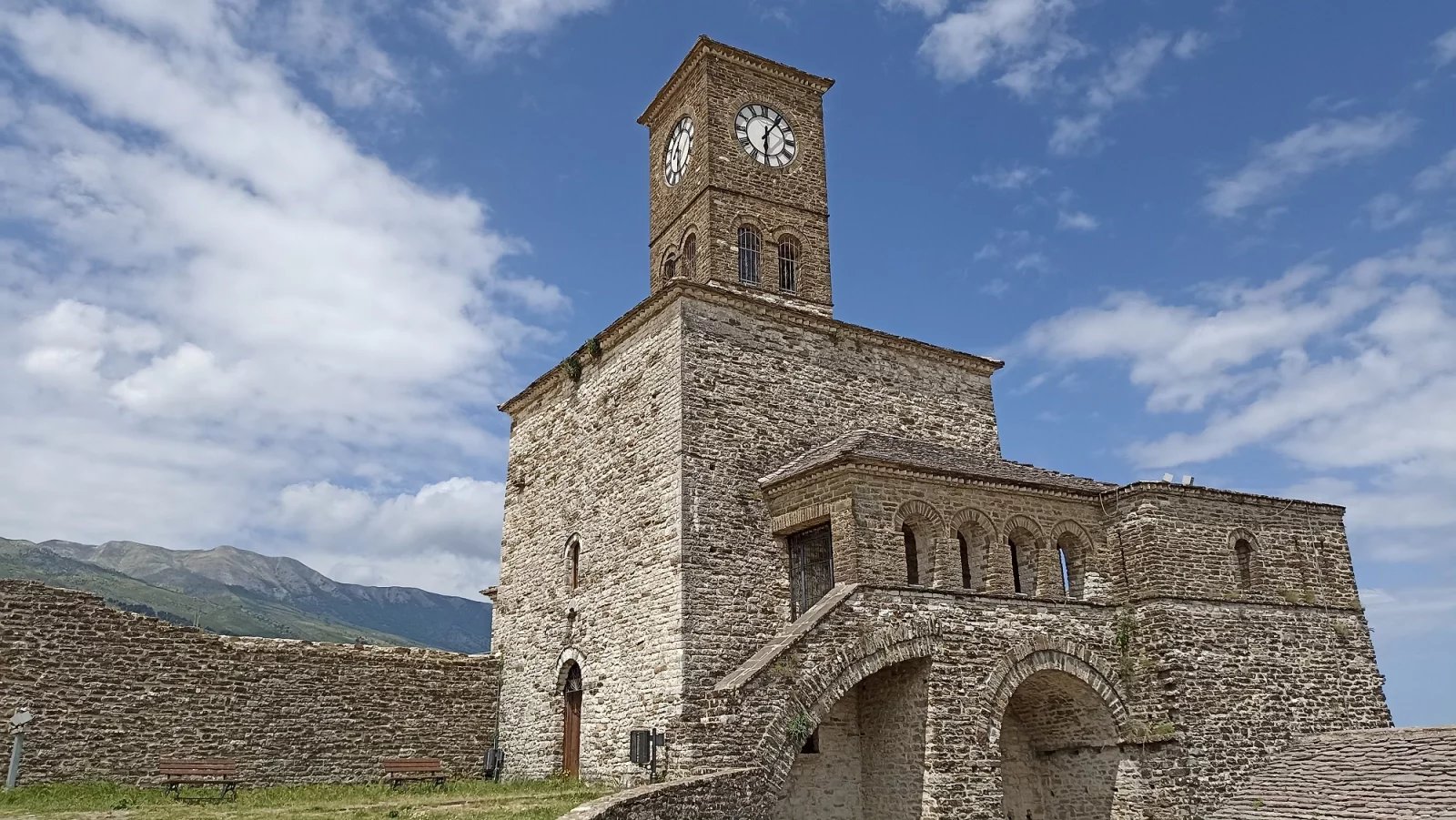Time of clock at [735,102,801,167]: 6:06
